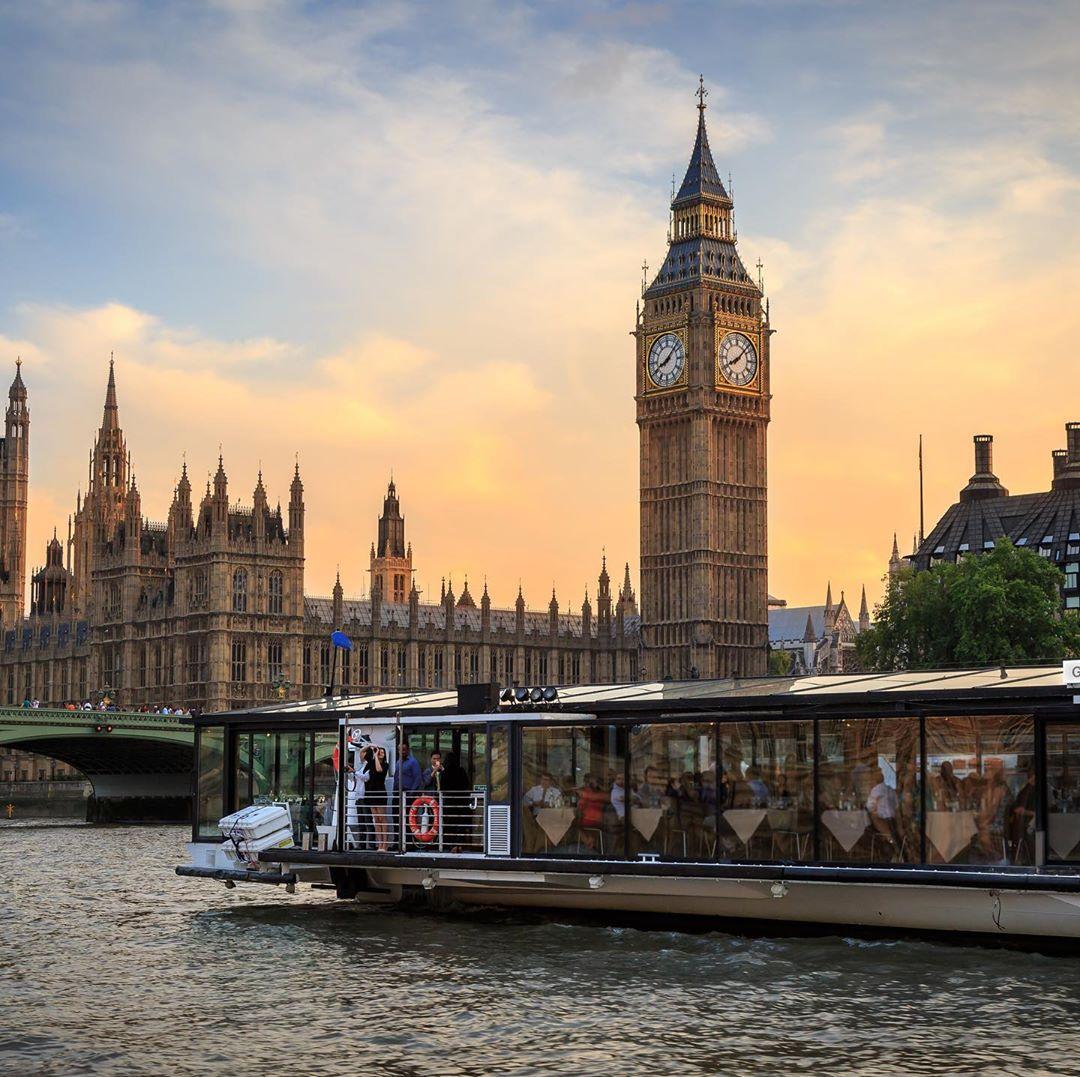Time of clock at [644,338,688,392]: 8:07
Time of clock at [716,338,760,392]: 8:07
